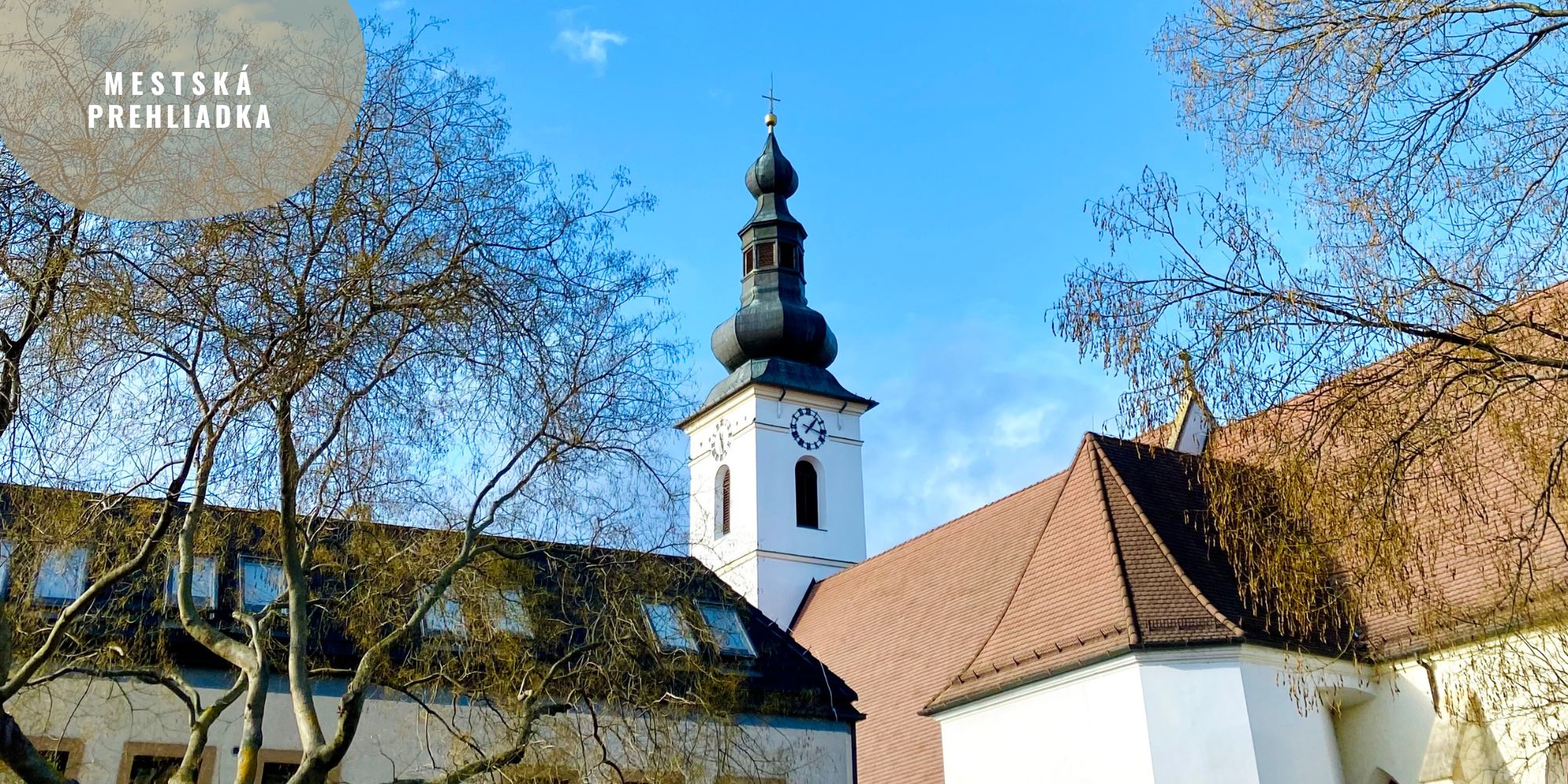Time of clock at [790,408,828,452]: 1:17
